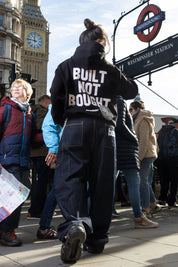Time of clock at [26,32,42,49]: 11:46
